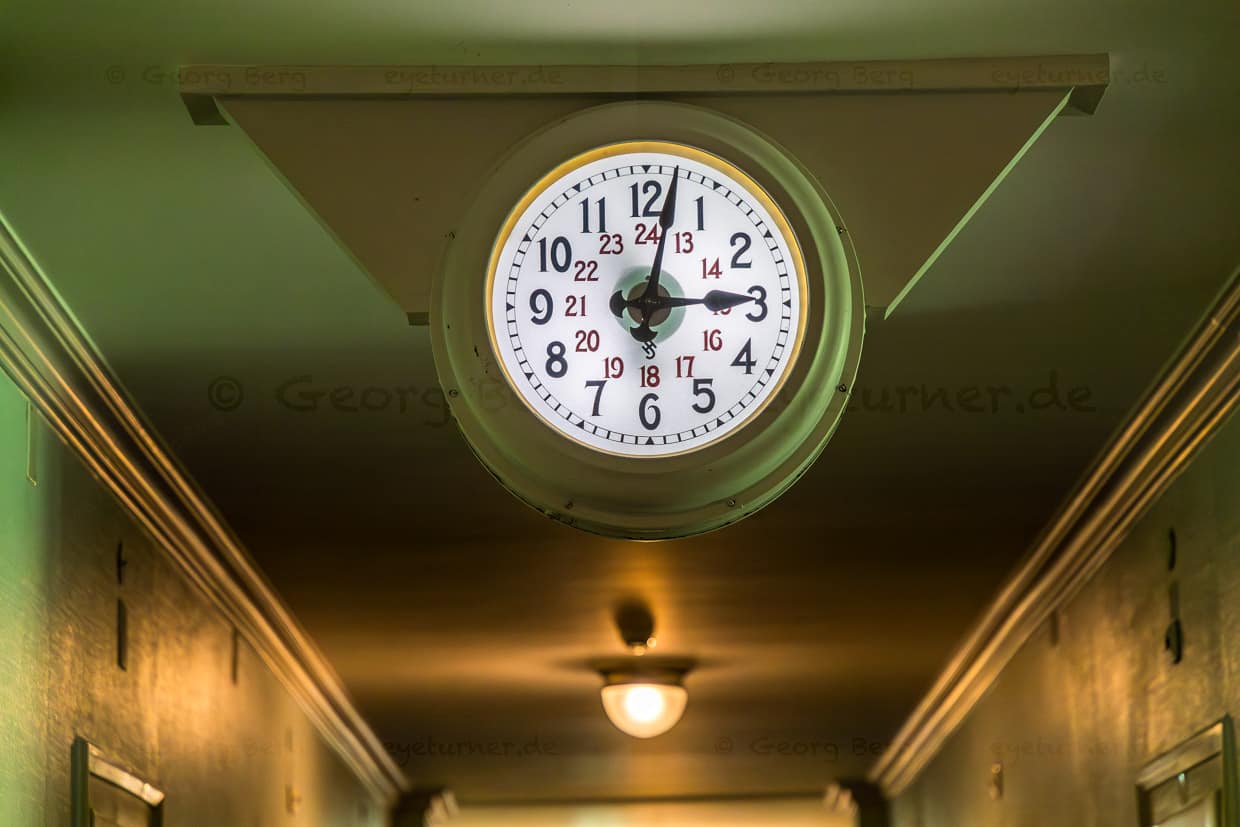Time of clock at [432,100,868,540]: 3:01
